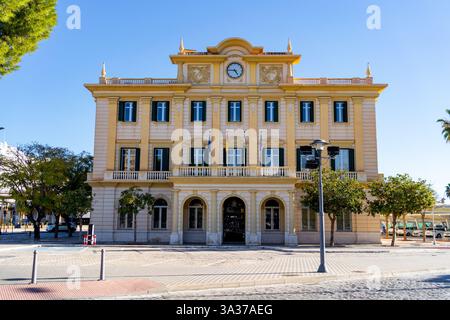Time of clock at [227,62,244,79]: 4:45
